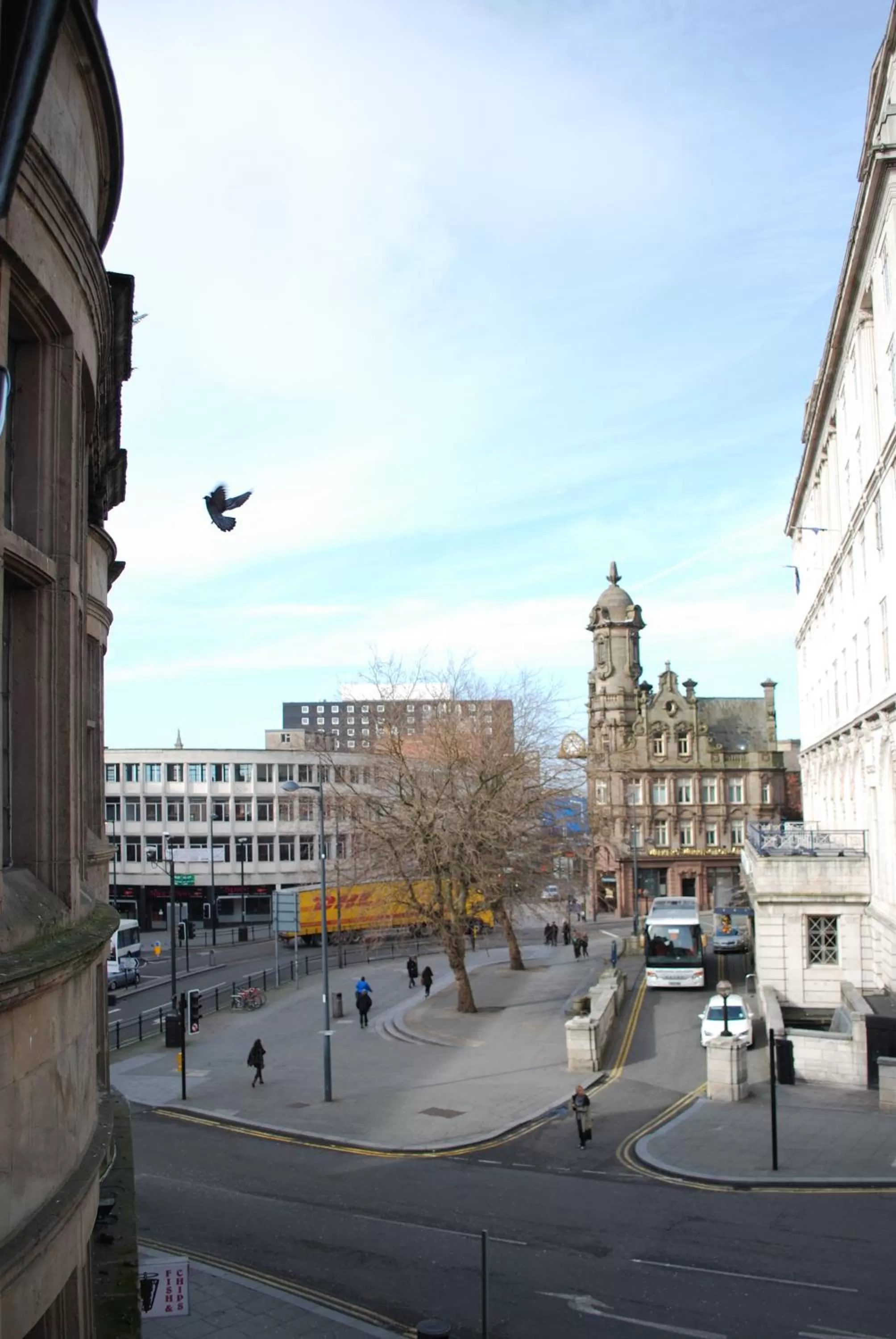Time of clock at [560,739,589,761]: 11:23
